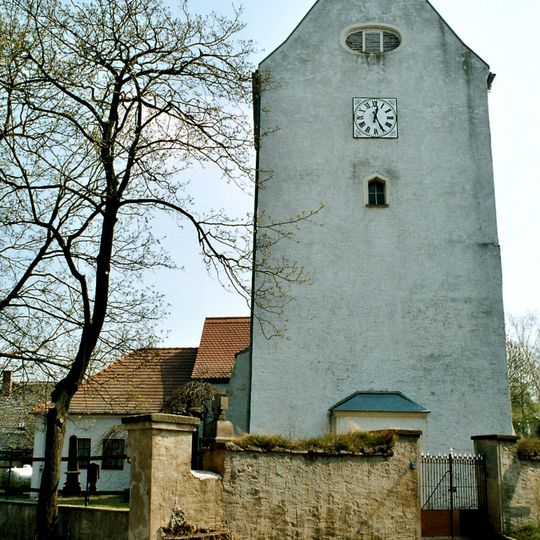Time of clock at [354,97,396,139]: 12:25
